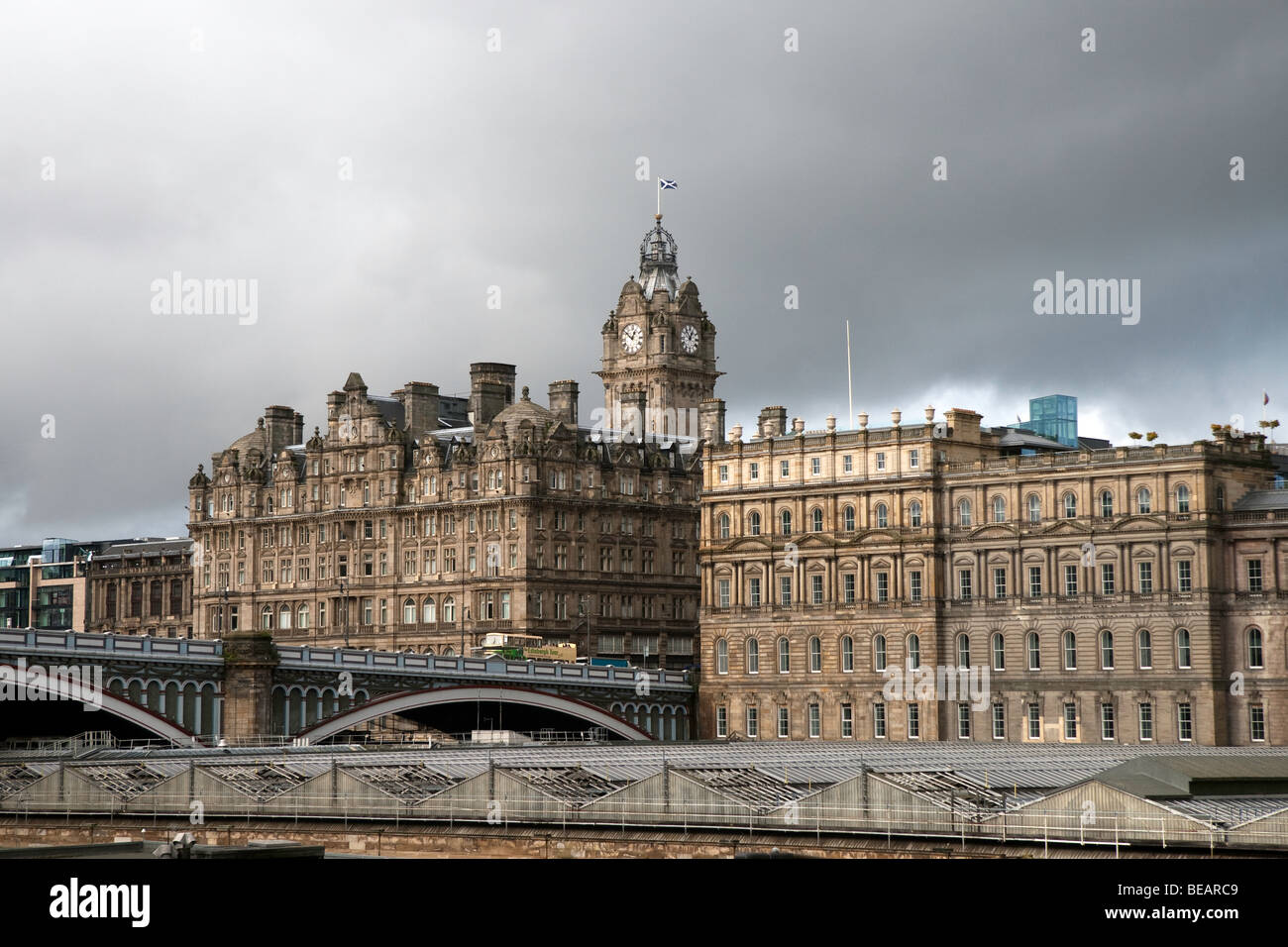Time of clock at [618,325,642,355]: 12:52
